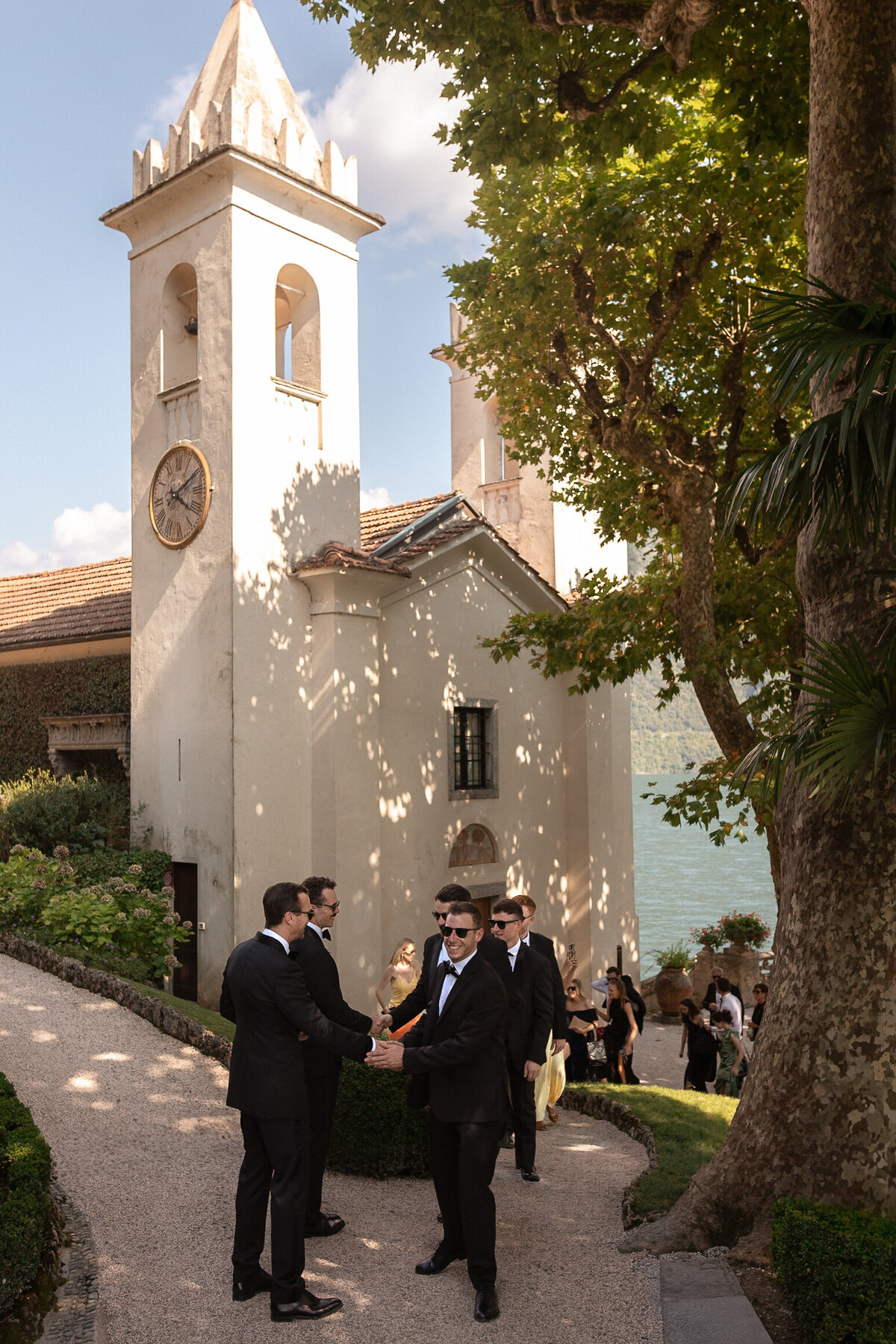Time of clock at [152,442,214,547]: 4:10
